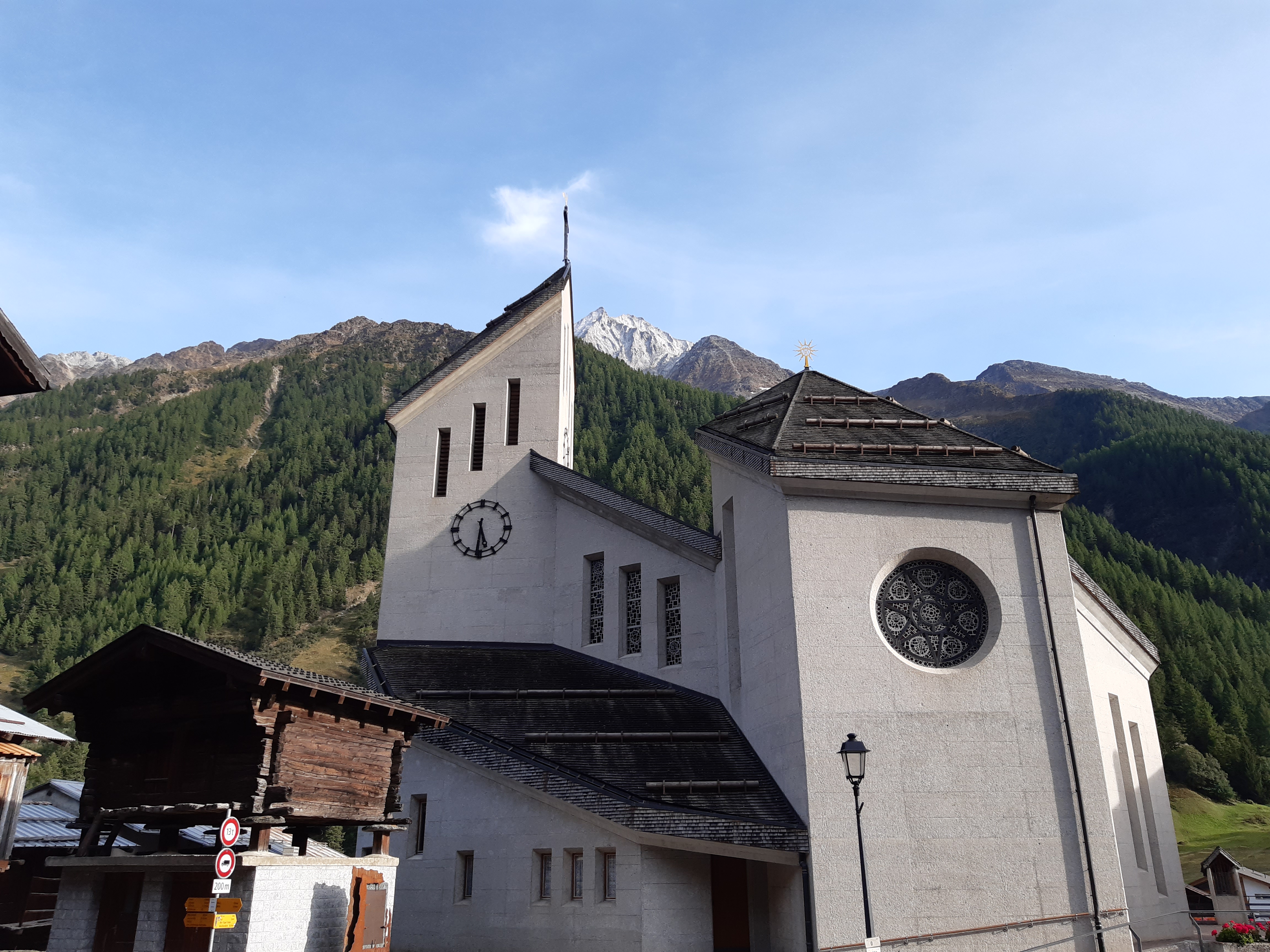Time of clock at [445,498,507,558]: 5:31
